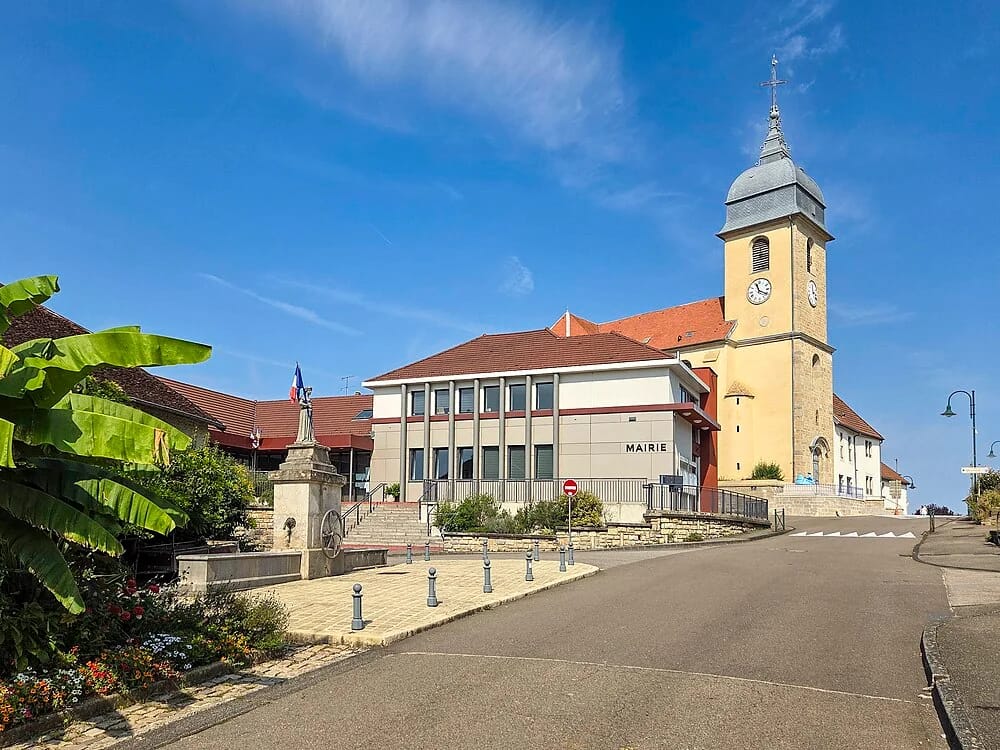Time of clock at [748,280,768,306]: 11:19
